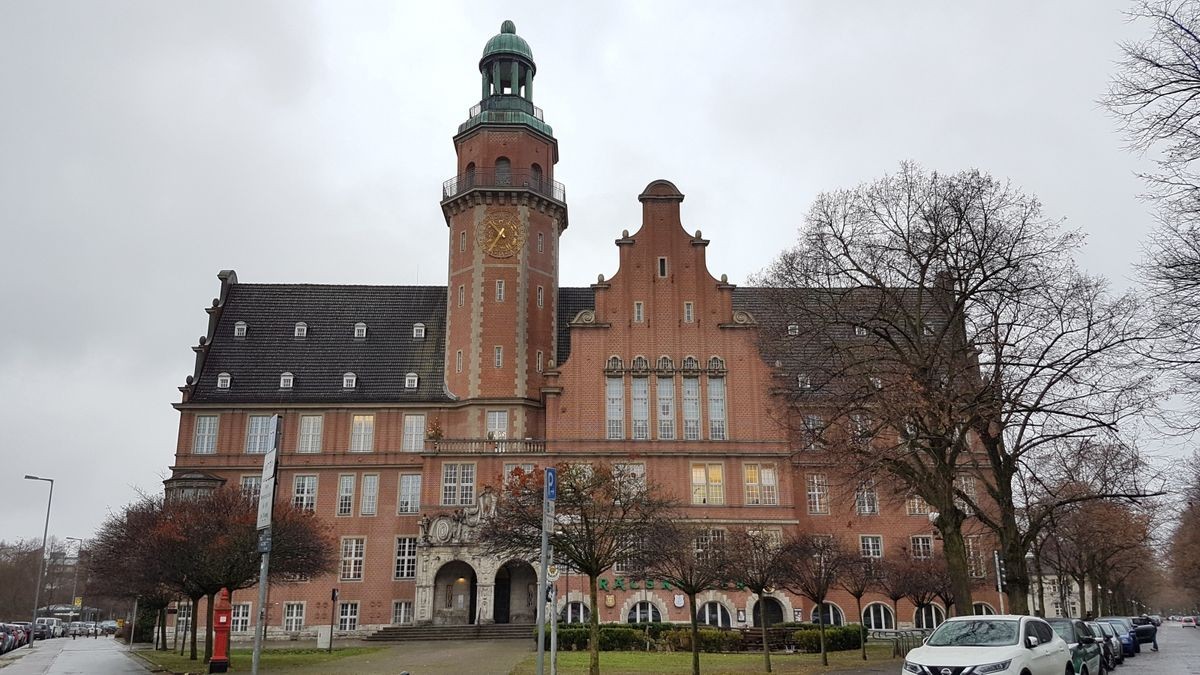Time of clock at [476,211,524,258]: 10:35
